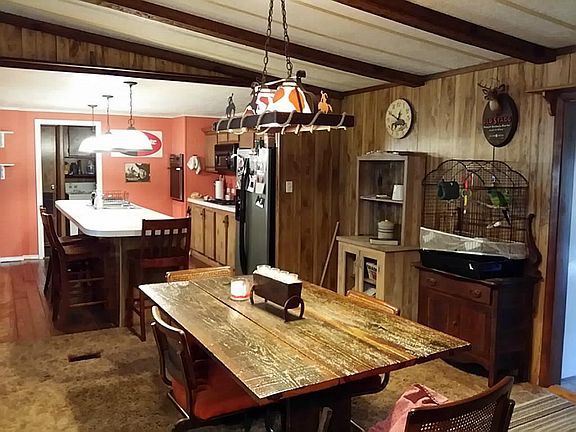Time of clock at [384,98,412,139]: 12:49
